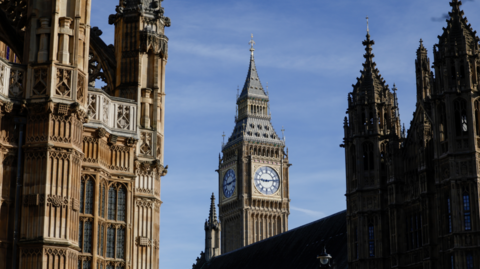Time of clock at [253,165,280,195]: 9:13
